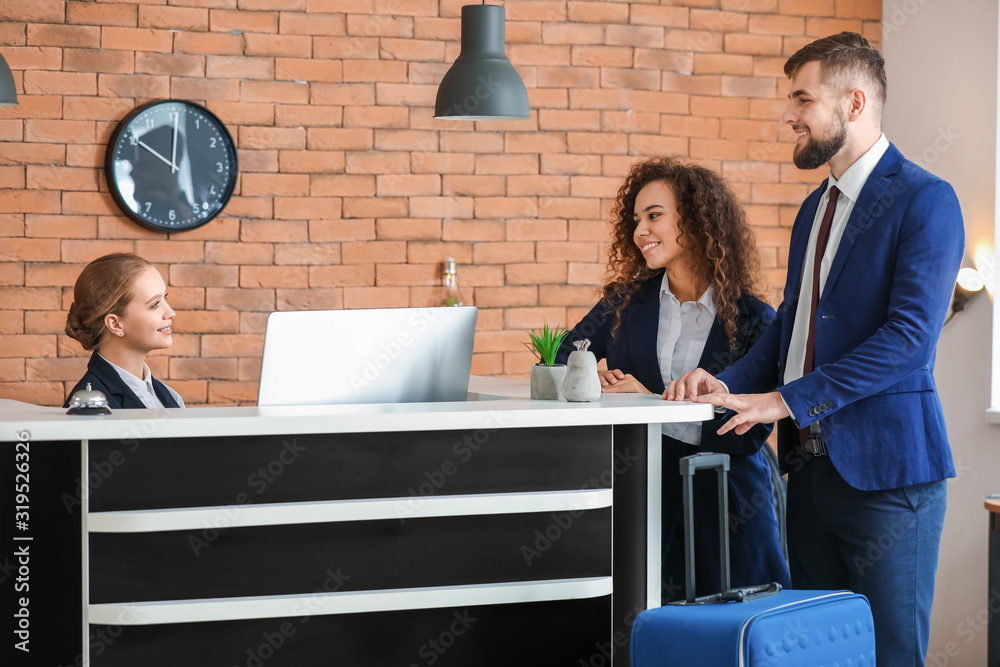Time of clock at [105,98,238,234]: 10:00
